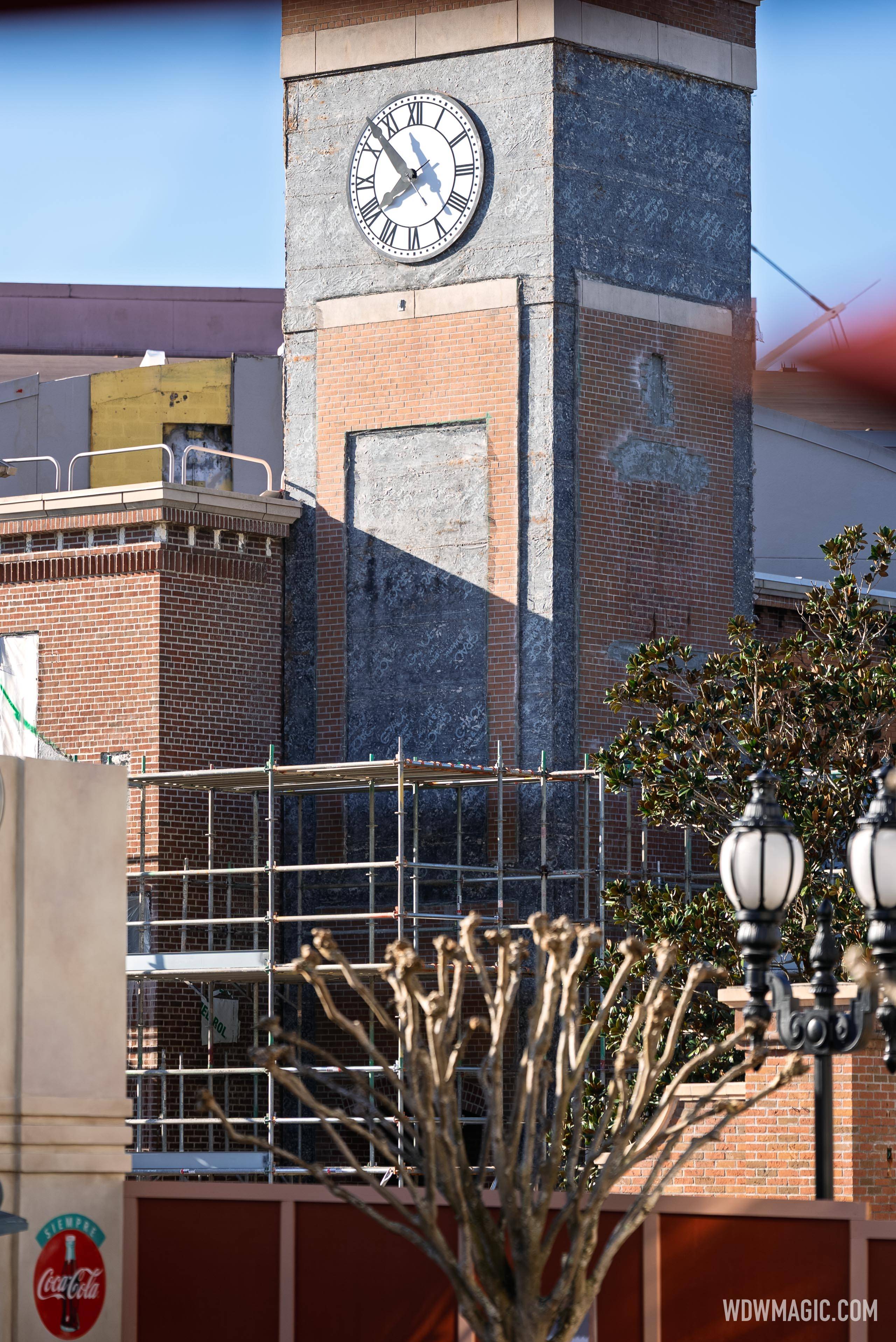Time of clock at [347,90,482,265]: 3:52
